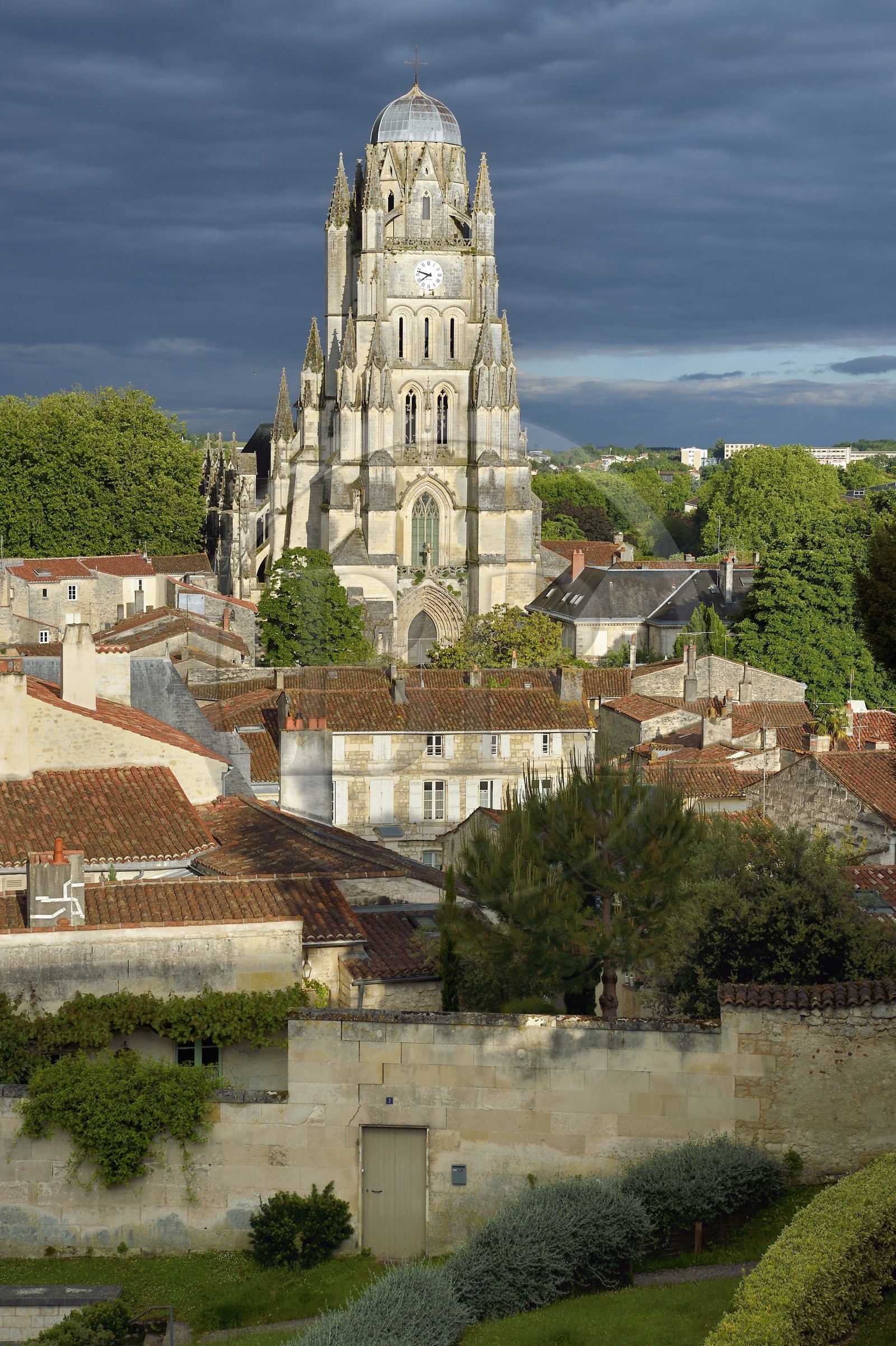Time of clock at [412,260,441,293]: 7:47
